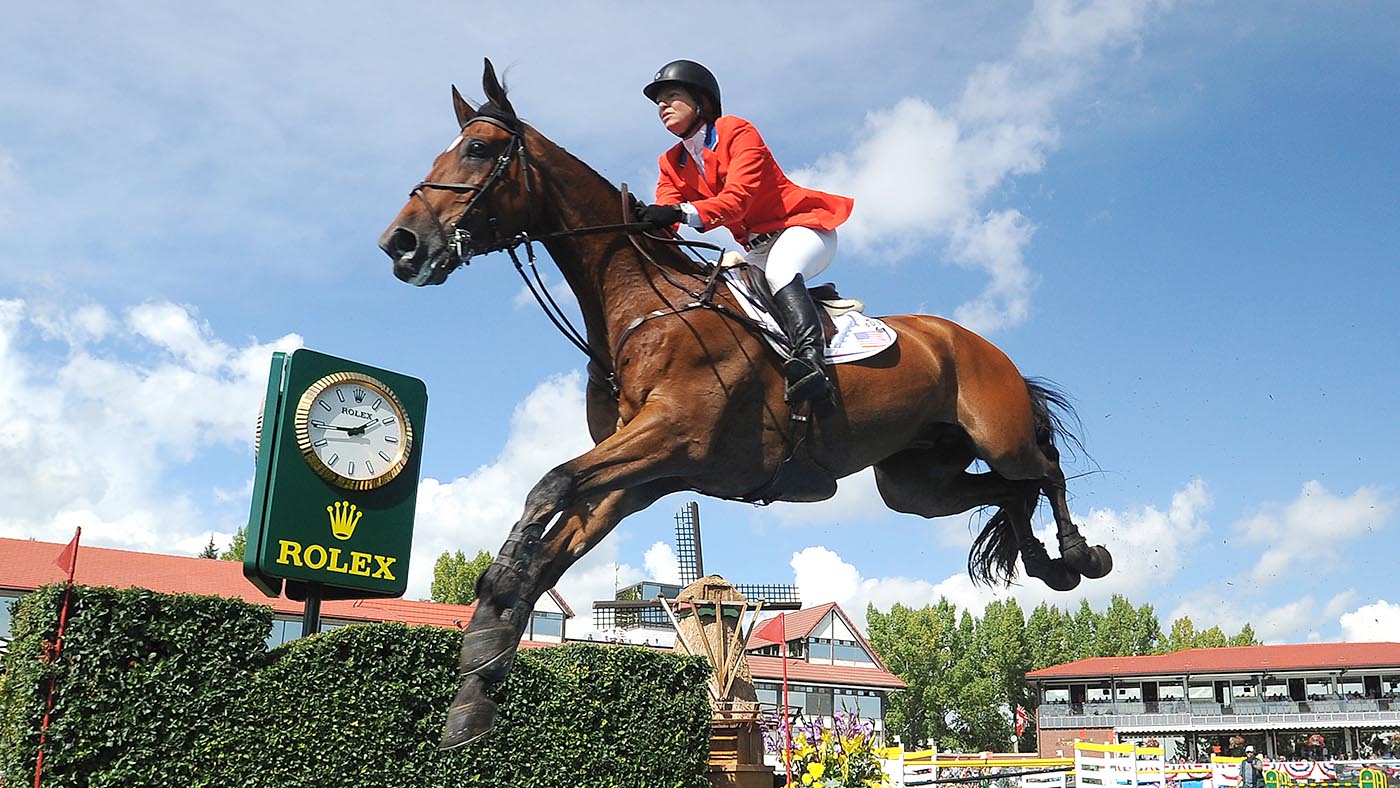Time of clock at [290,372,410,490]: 1:44
